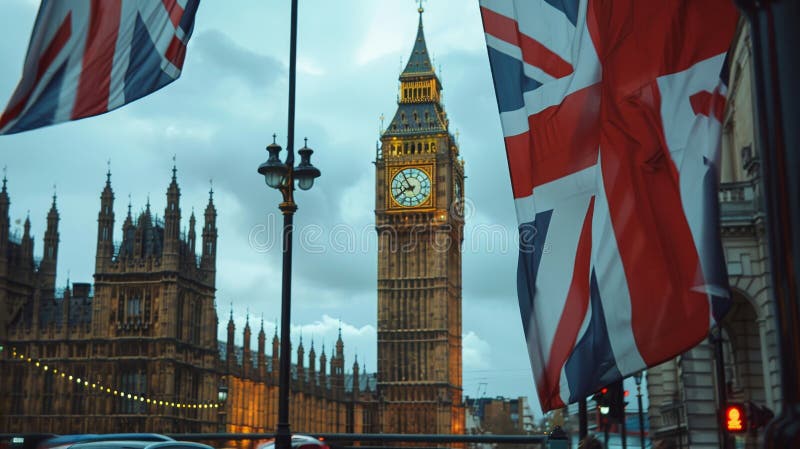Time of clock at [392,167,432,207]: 7:54
